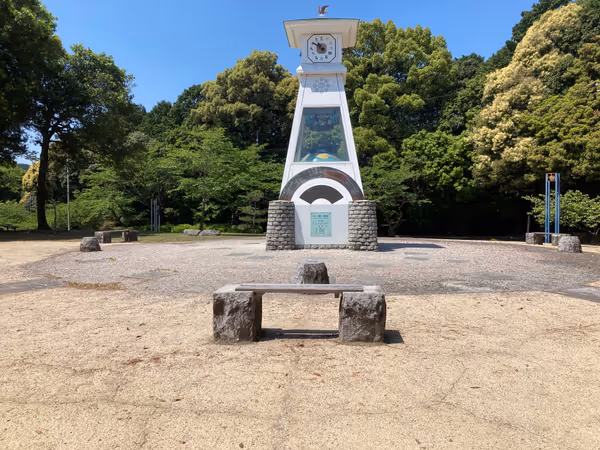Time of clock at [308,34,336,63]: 10:50
